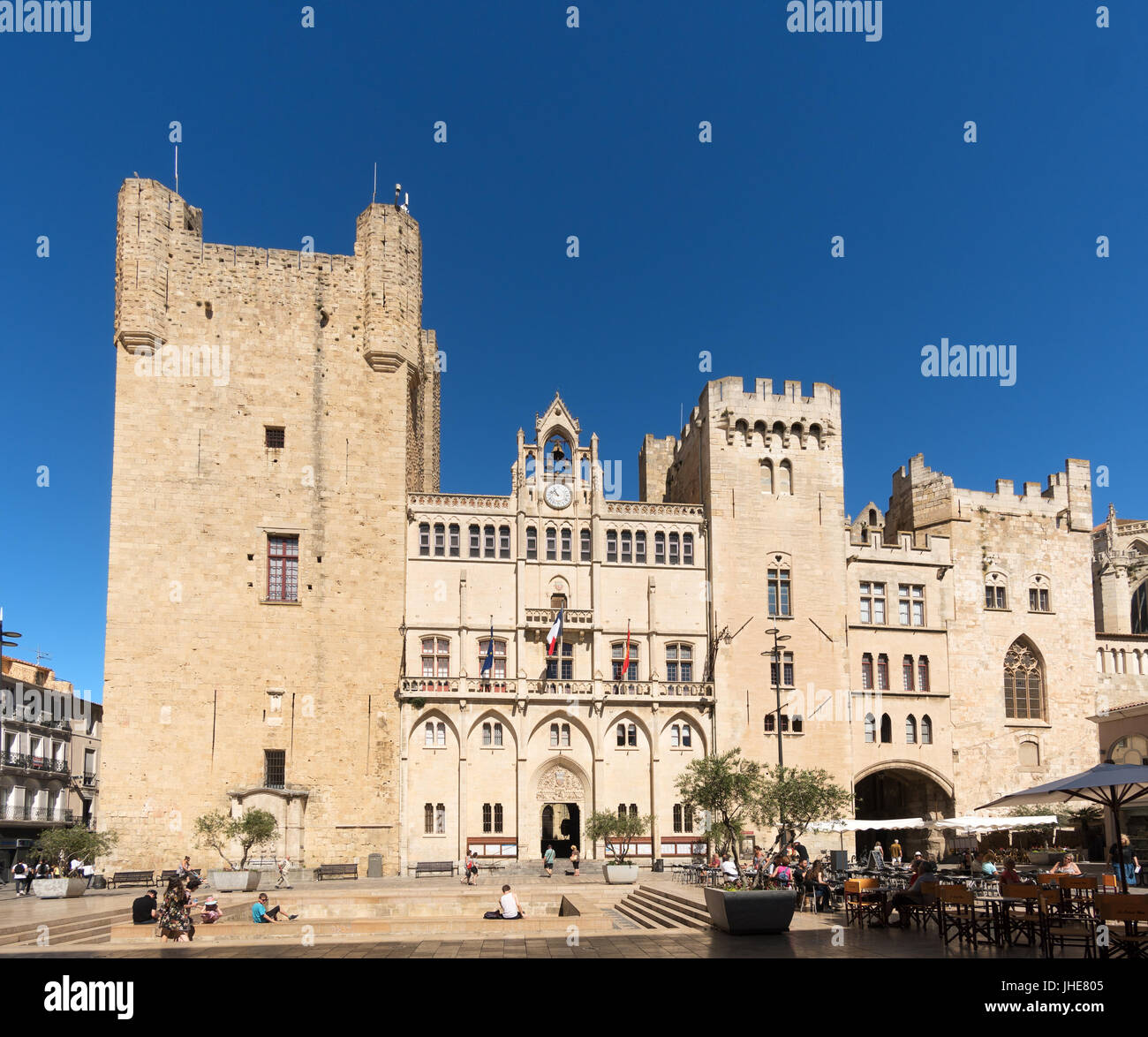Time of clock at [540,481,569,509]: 10:47
